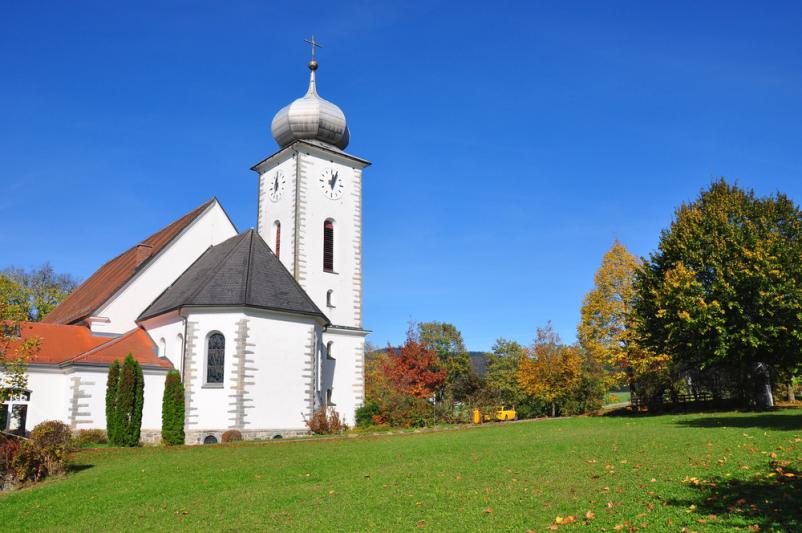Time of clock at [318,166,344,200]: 12:03
